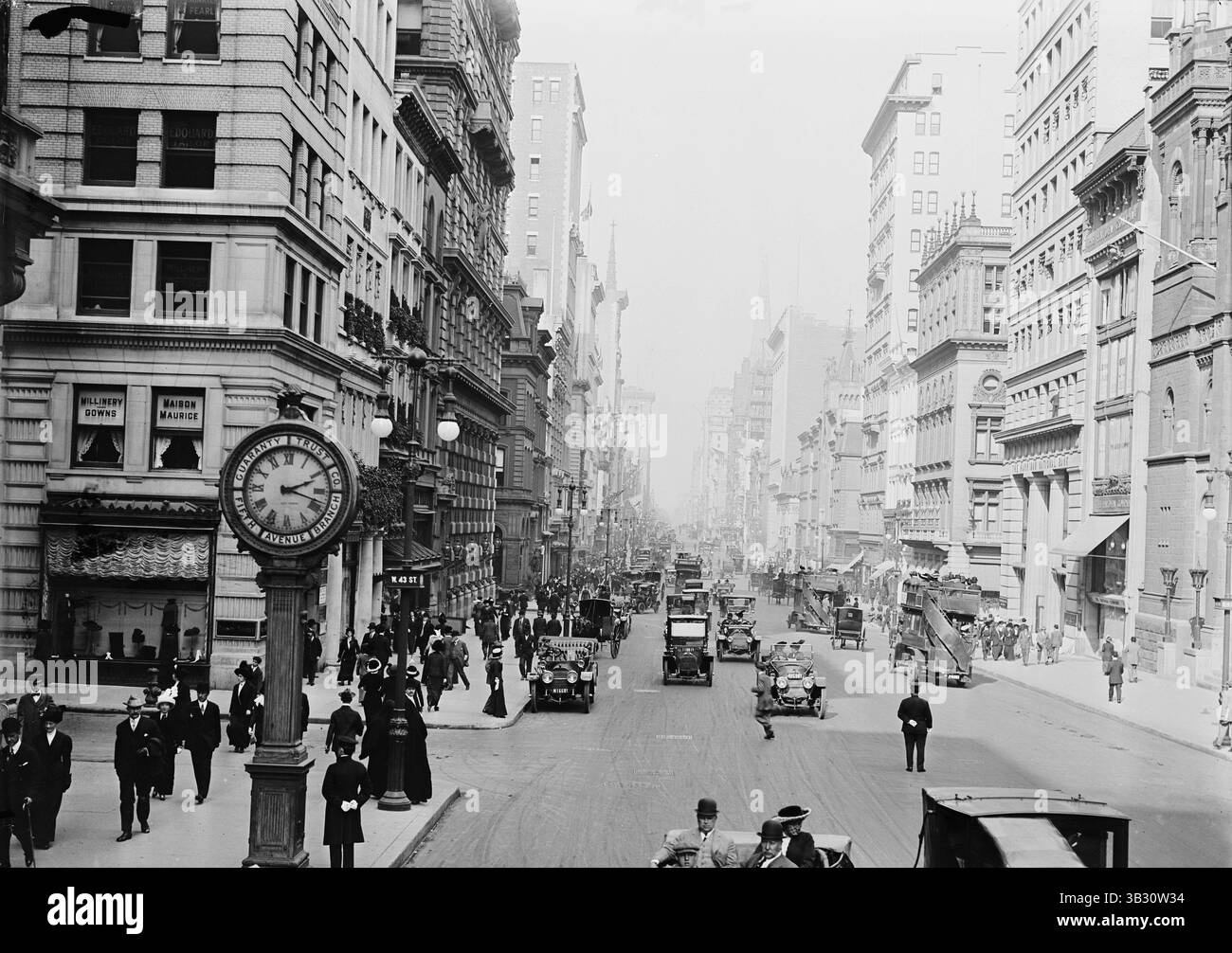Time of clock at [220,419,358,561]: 2:18
